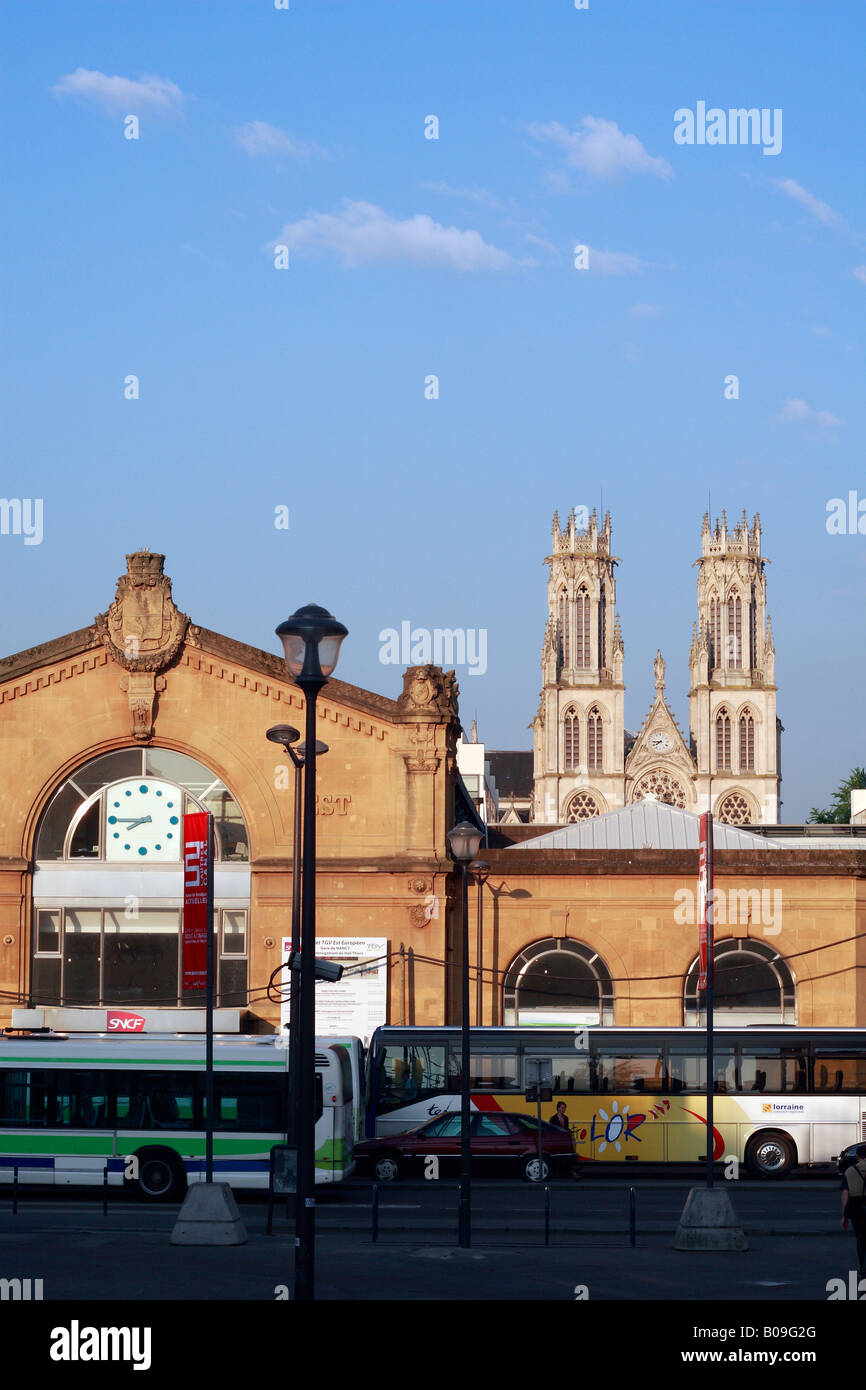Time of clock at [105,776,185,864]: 7:44
